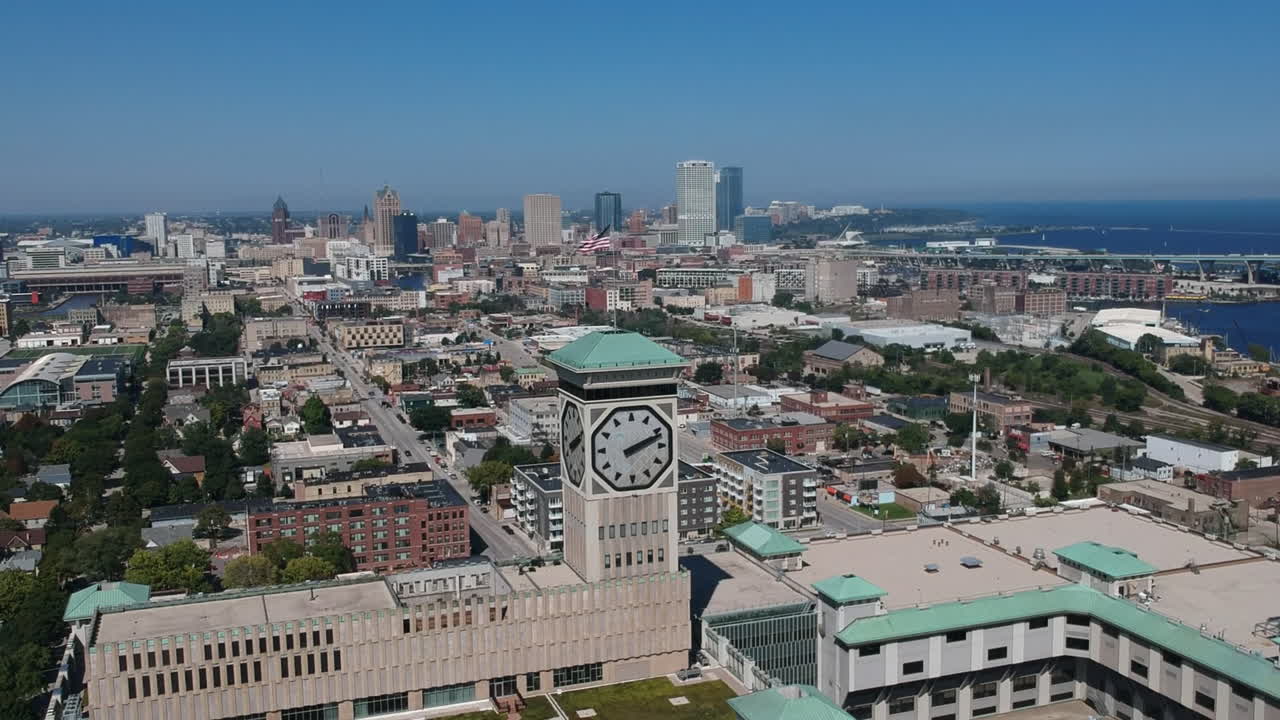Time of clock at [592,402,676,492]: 2:11
